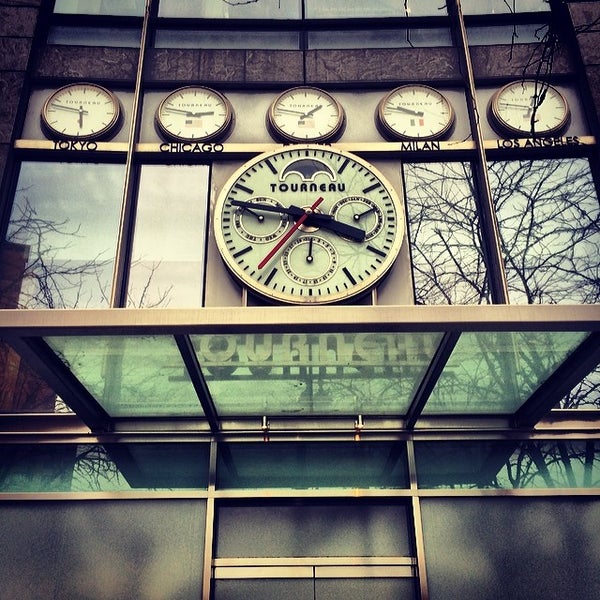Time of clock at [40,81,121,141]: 5:47
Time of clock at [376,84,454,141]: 9:47
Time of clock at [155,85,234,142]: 2:47
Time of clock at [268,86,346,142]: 1:47
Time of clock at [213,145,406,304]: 3:47
